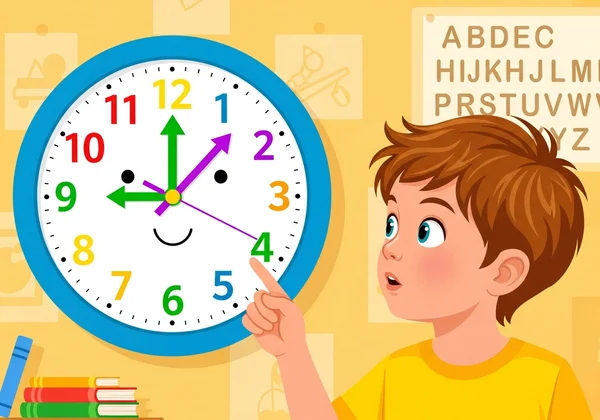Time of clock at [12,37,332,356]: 9:00
